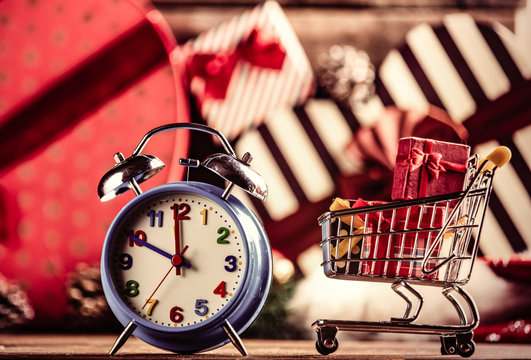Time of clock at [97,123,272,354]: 11:49
